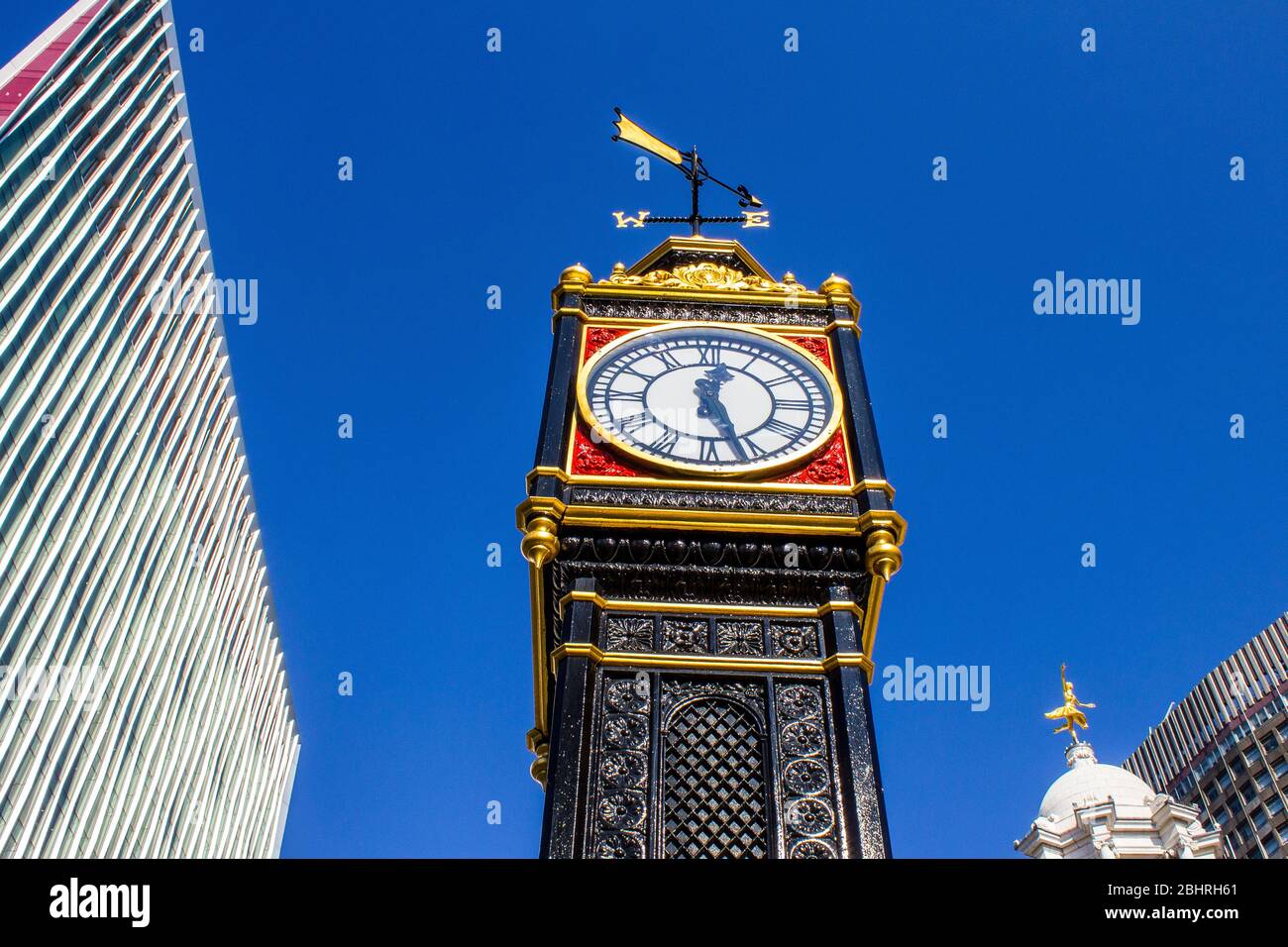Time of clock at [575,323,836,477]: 12:26
